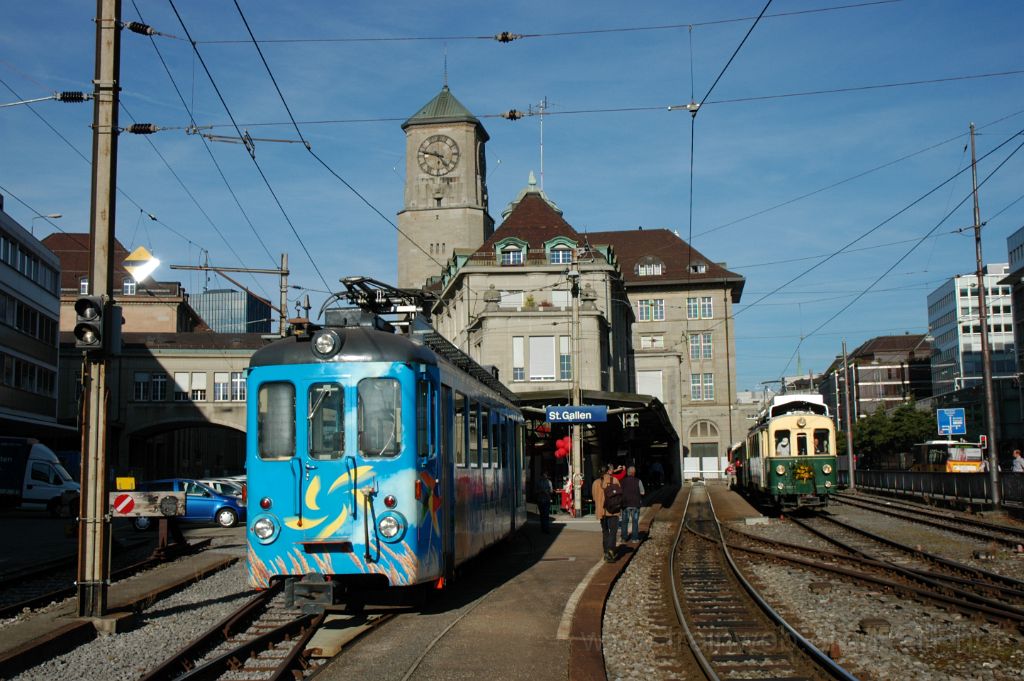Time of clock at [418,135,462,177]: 4:46
